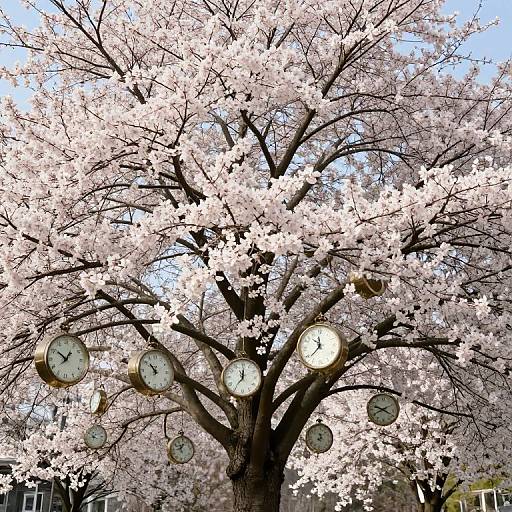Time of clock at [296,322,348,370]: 11:37
